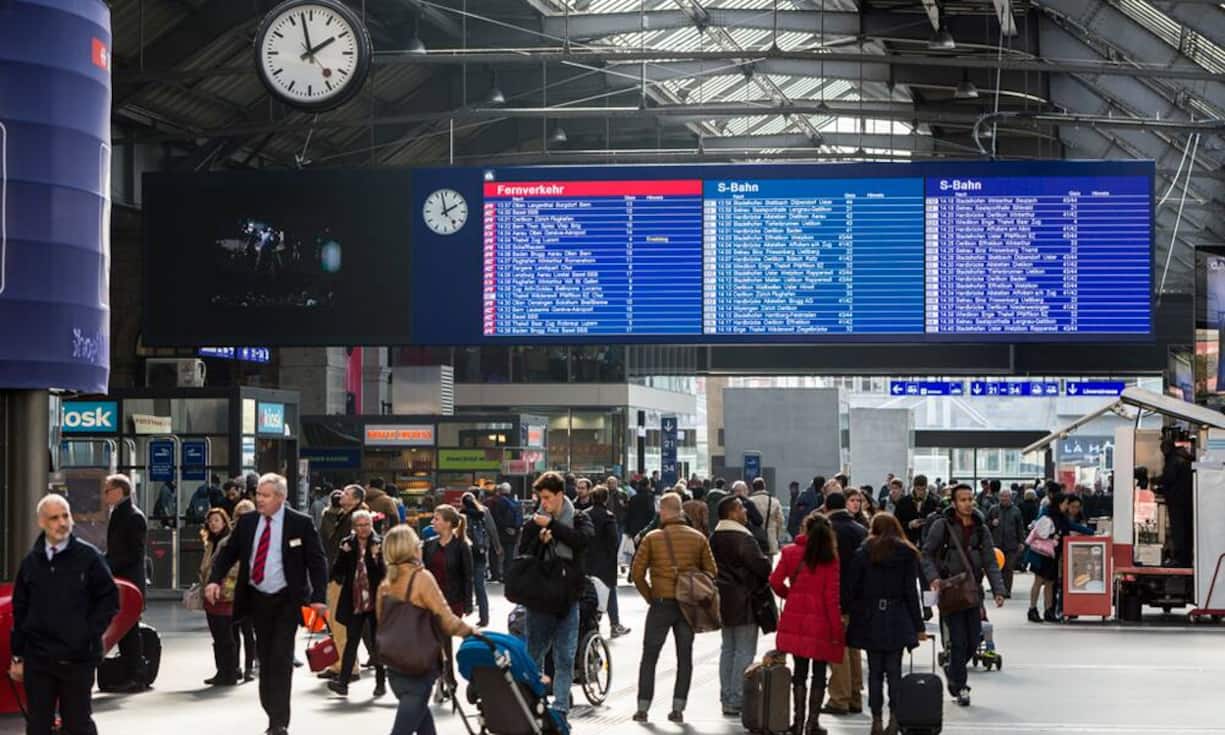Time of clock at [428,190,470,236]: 1:57
